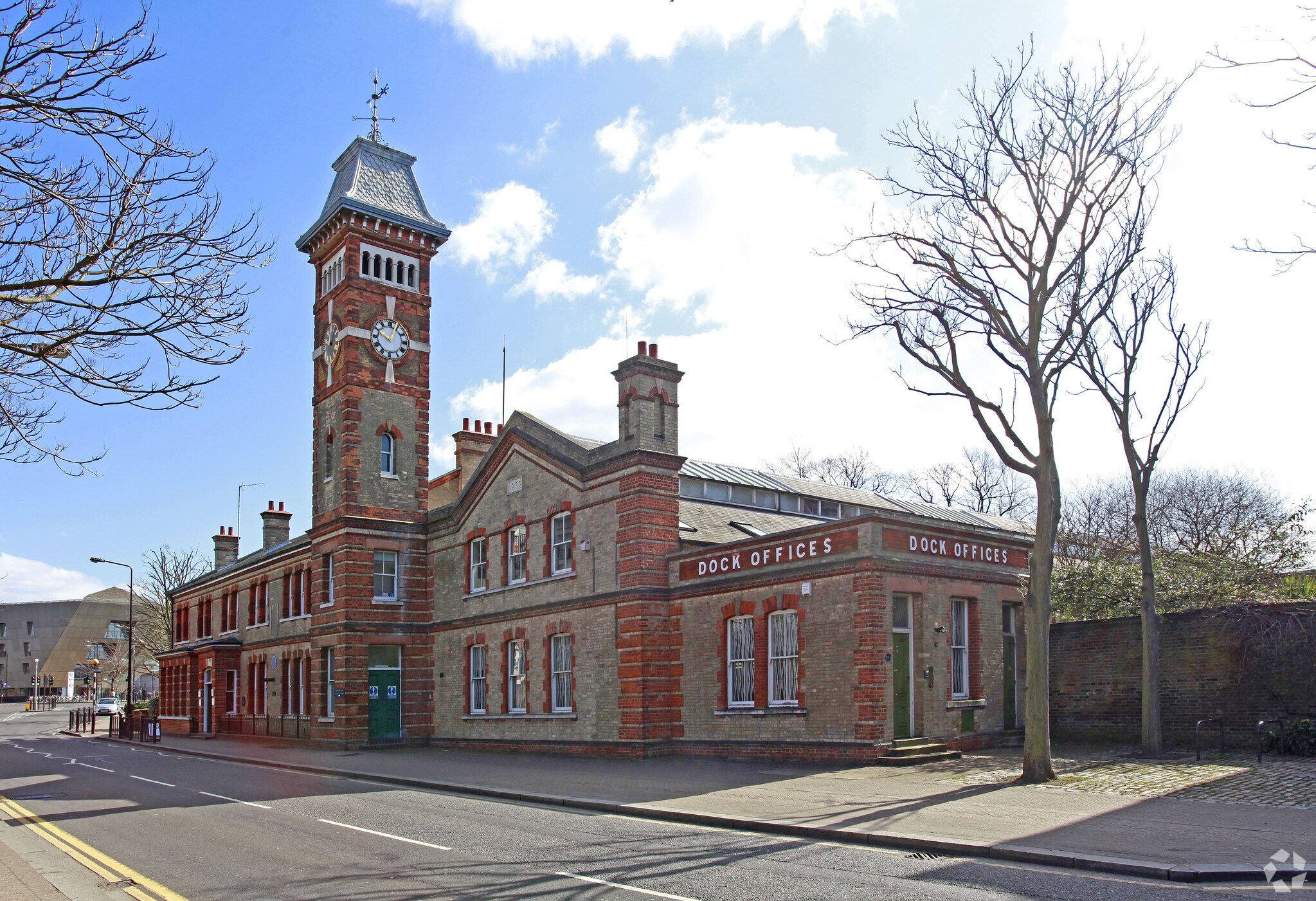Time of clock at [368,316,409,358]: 10:04
